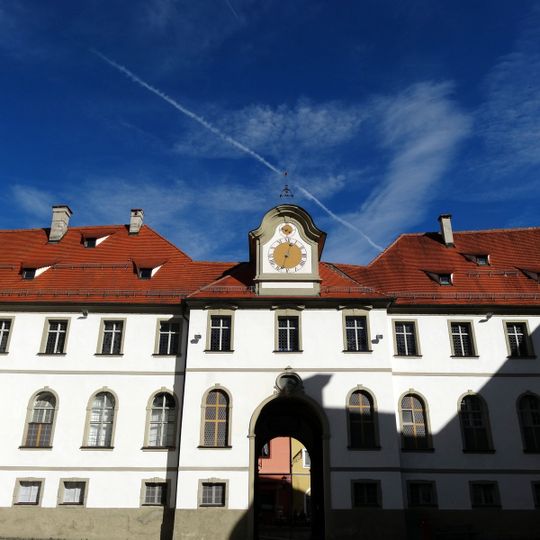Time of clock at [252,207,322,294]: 12:32
